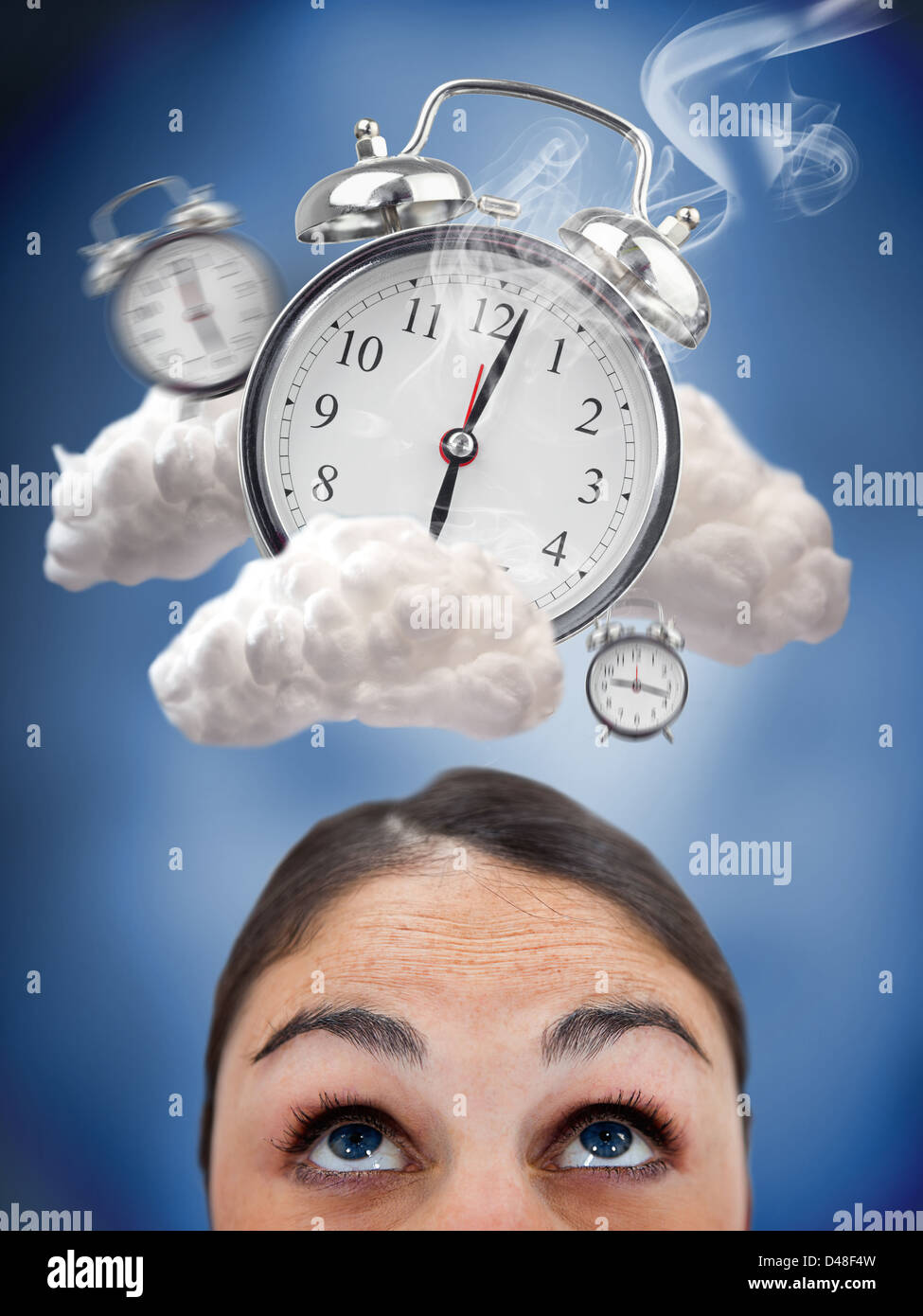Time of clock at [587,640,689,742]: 9:17
